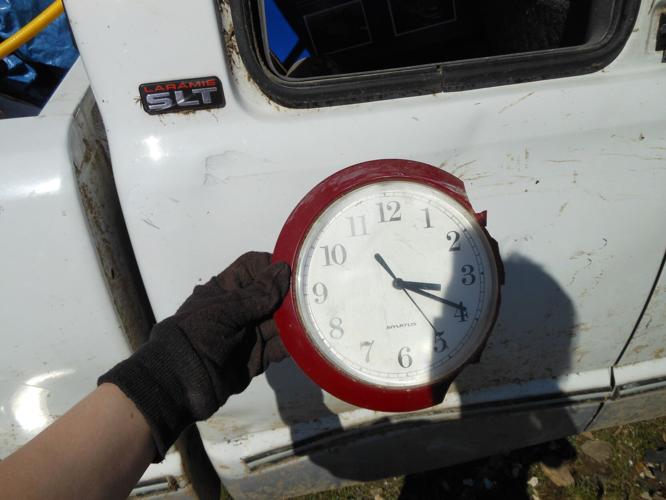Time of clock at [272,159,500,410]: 3:19
